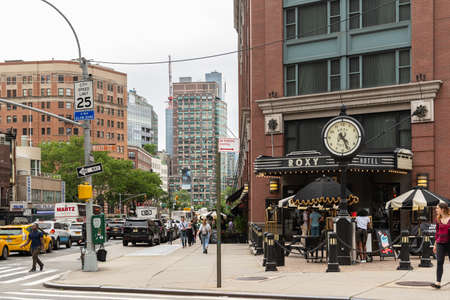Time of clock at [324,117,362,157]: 4:26
